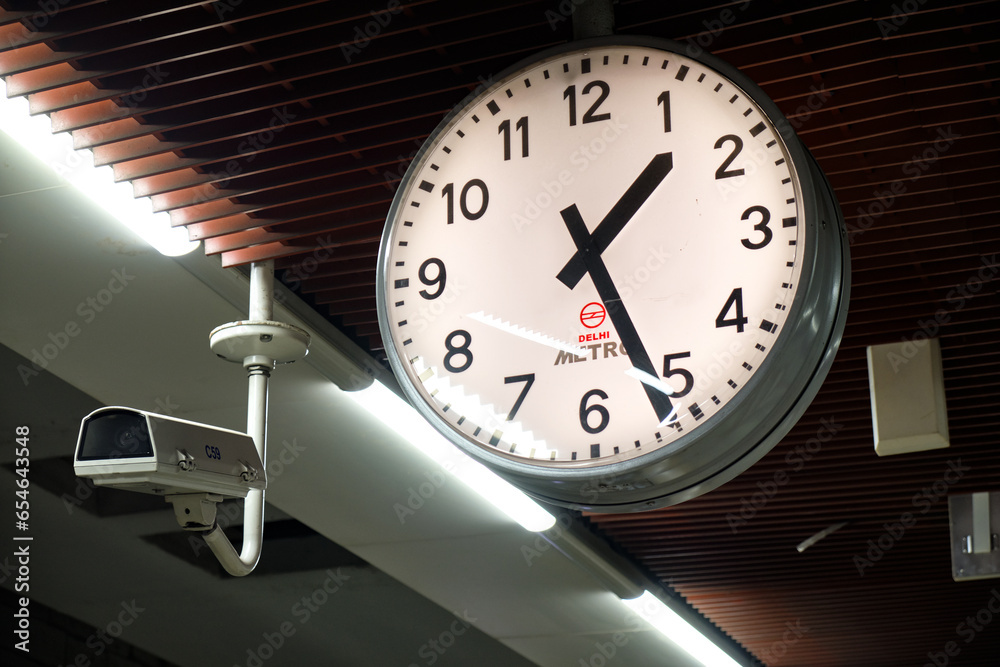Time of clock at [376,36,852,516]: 1:26
